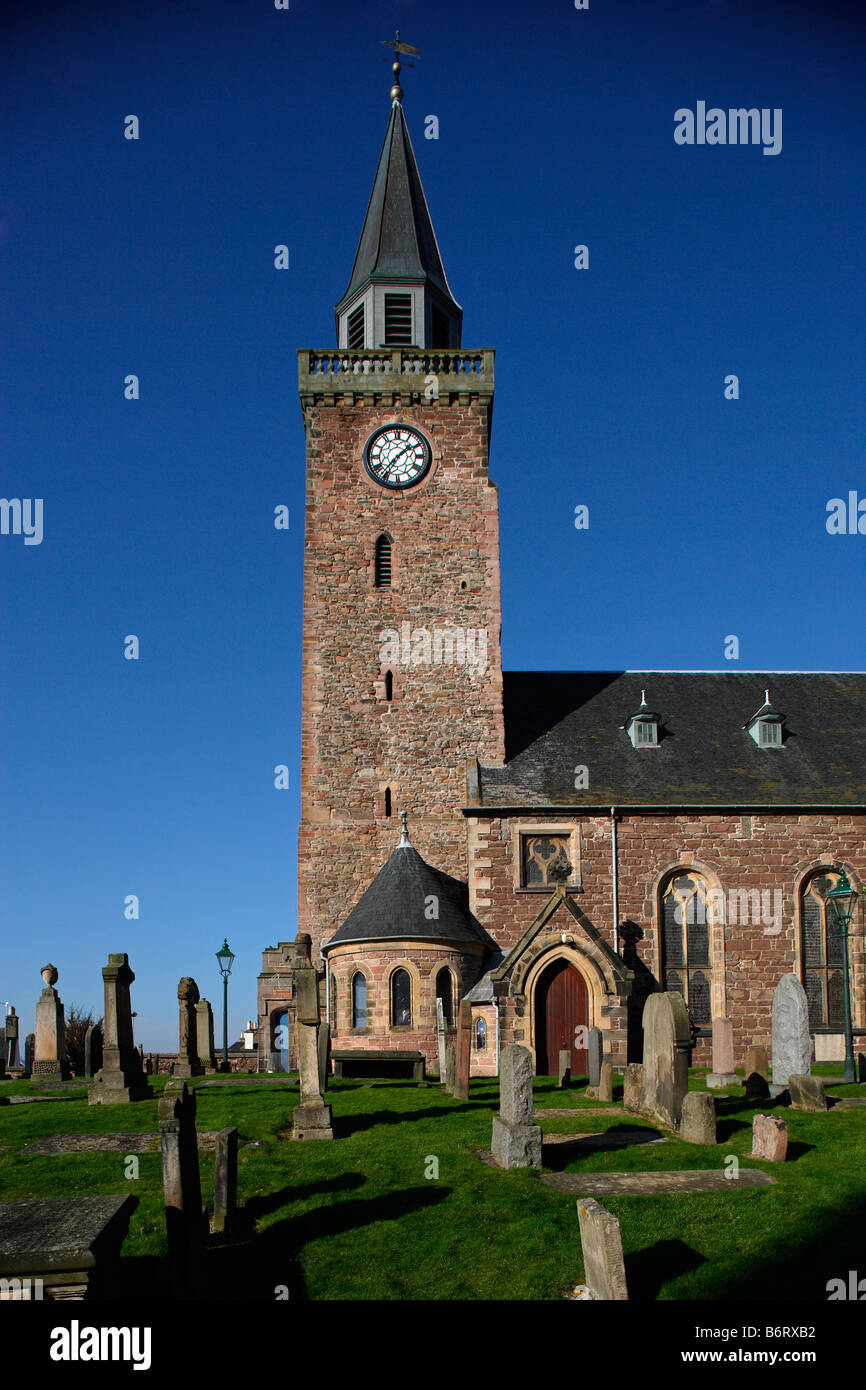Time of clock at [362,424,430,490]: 1:36
